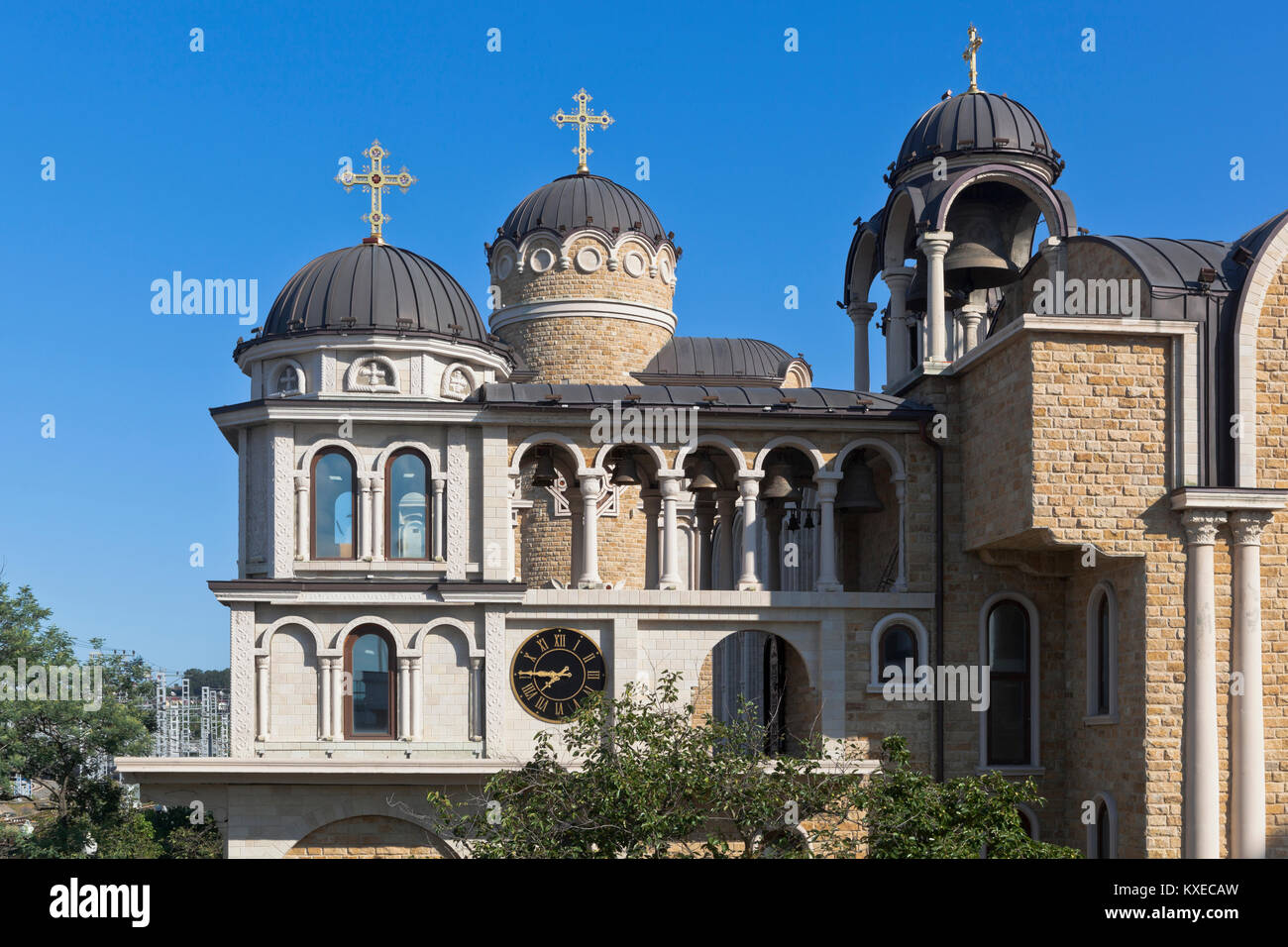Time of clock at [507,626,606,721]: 7:45
